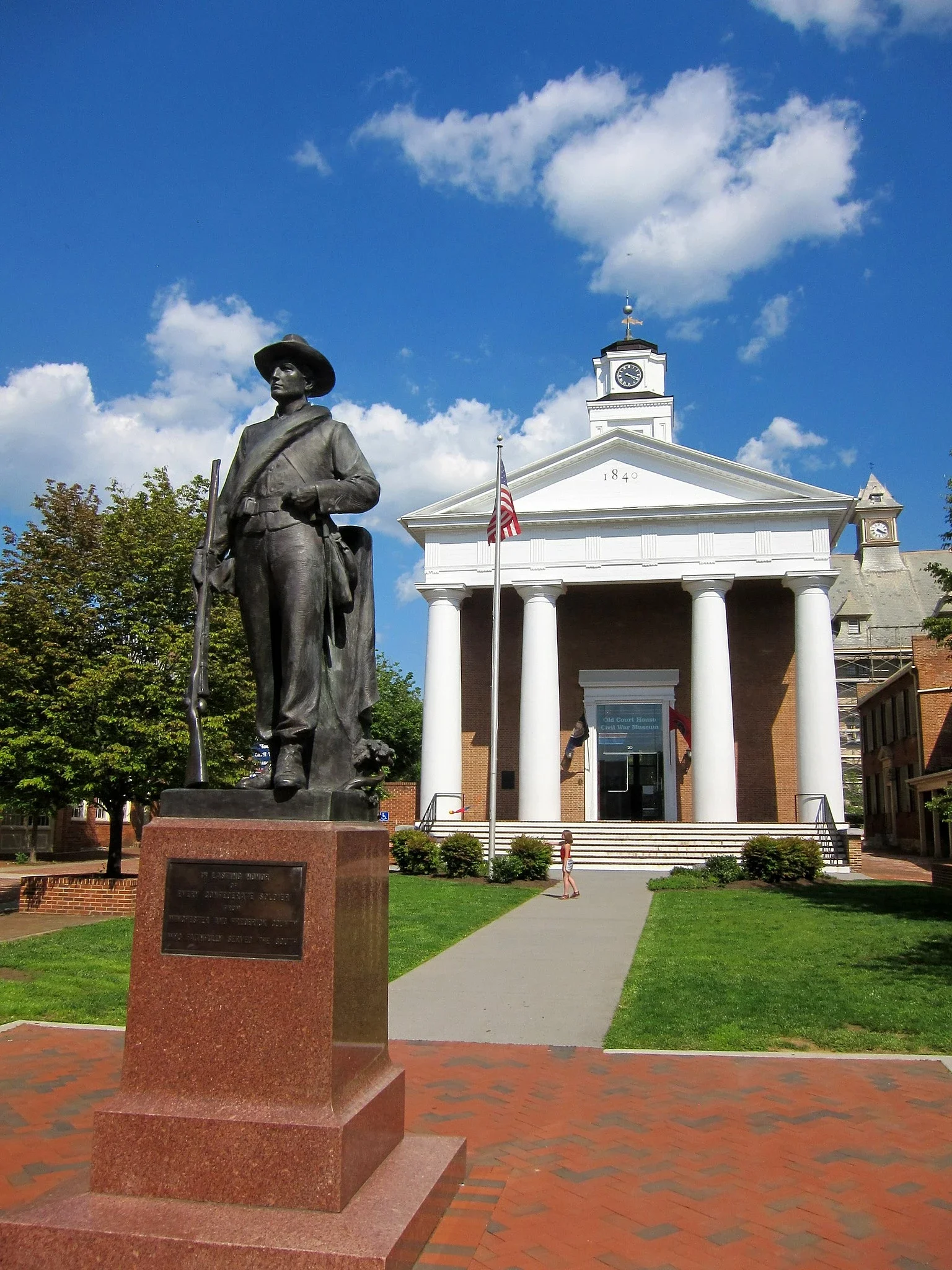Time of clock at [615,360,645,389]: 4:17
